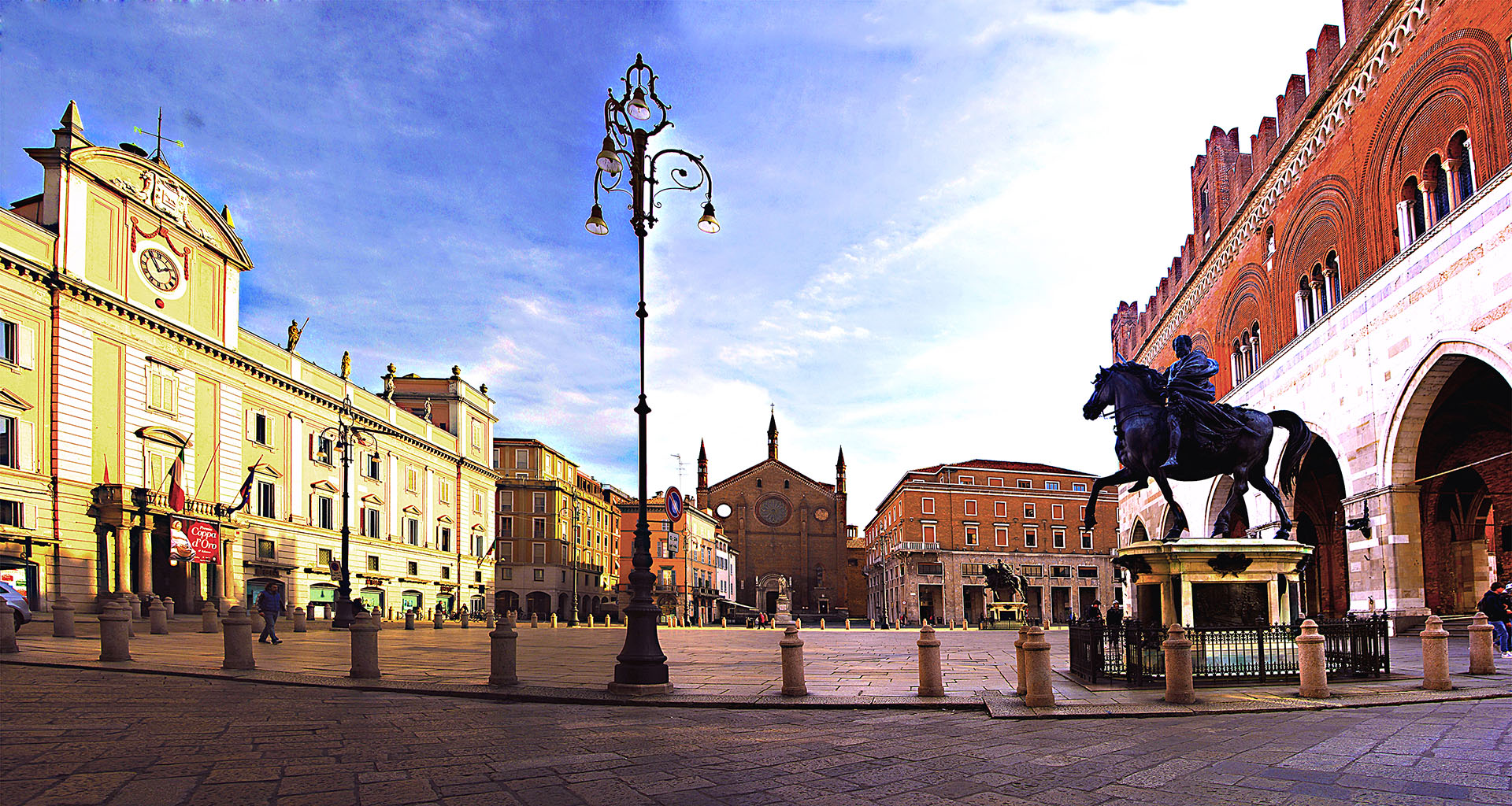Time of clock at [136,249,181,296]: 1:54
